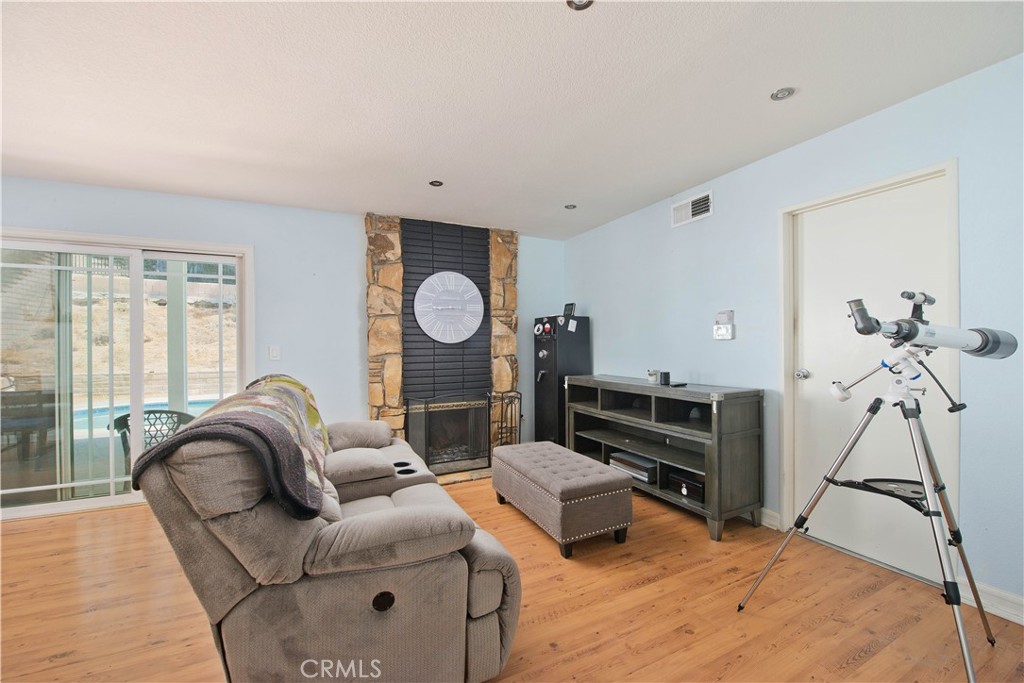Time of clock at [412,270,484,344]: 8:45
